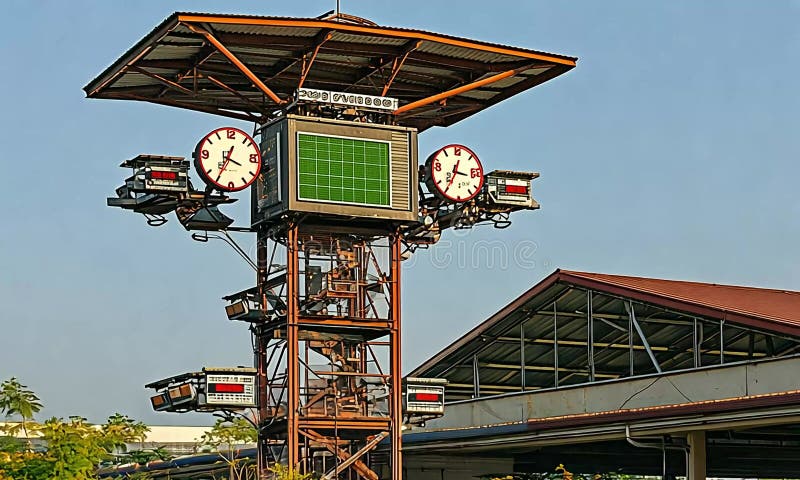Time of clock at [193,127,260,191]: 3:34
